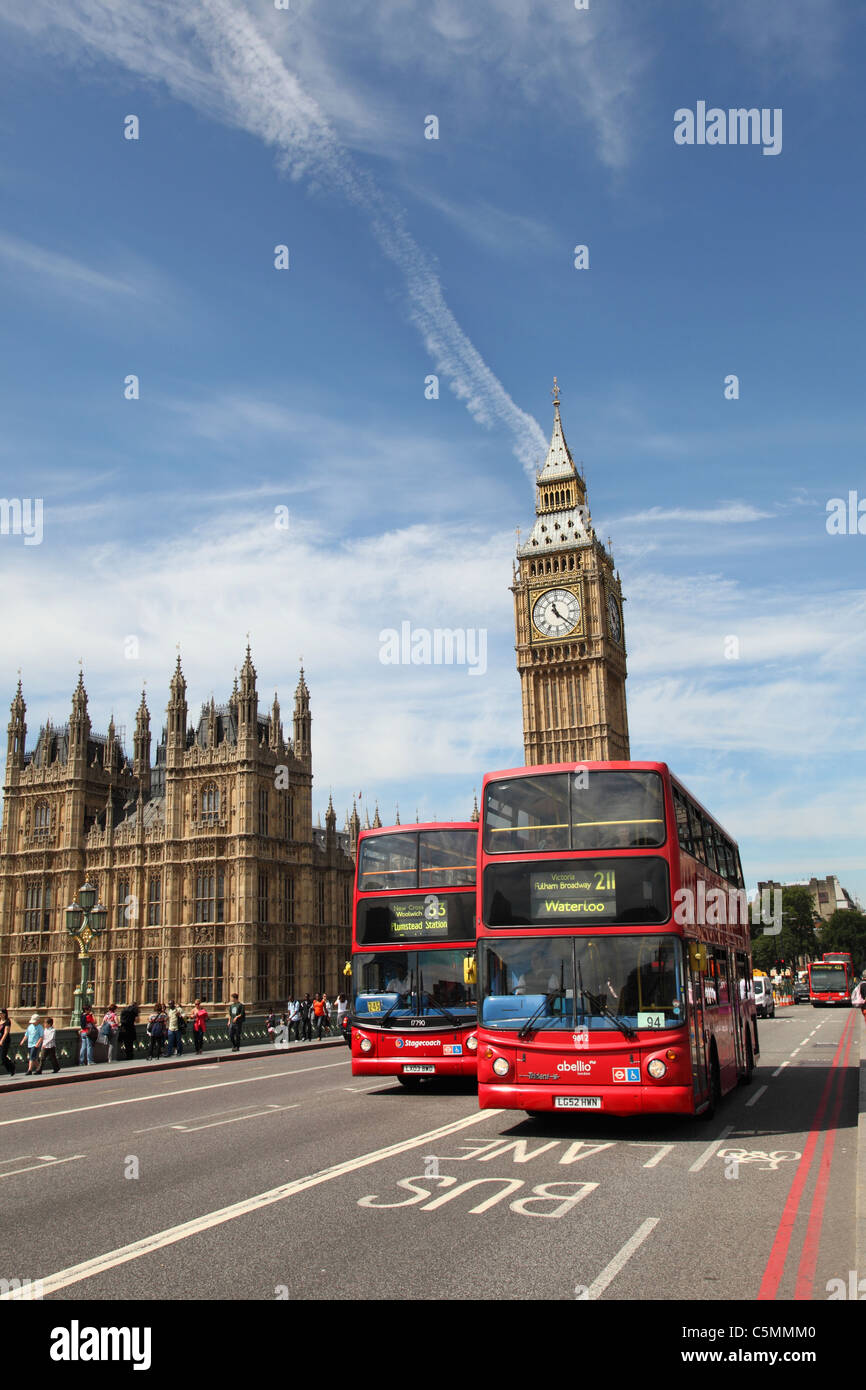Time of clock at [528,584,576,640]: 11:21
